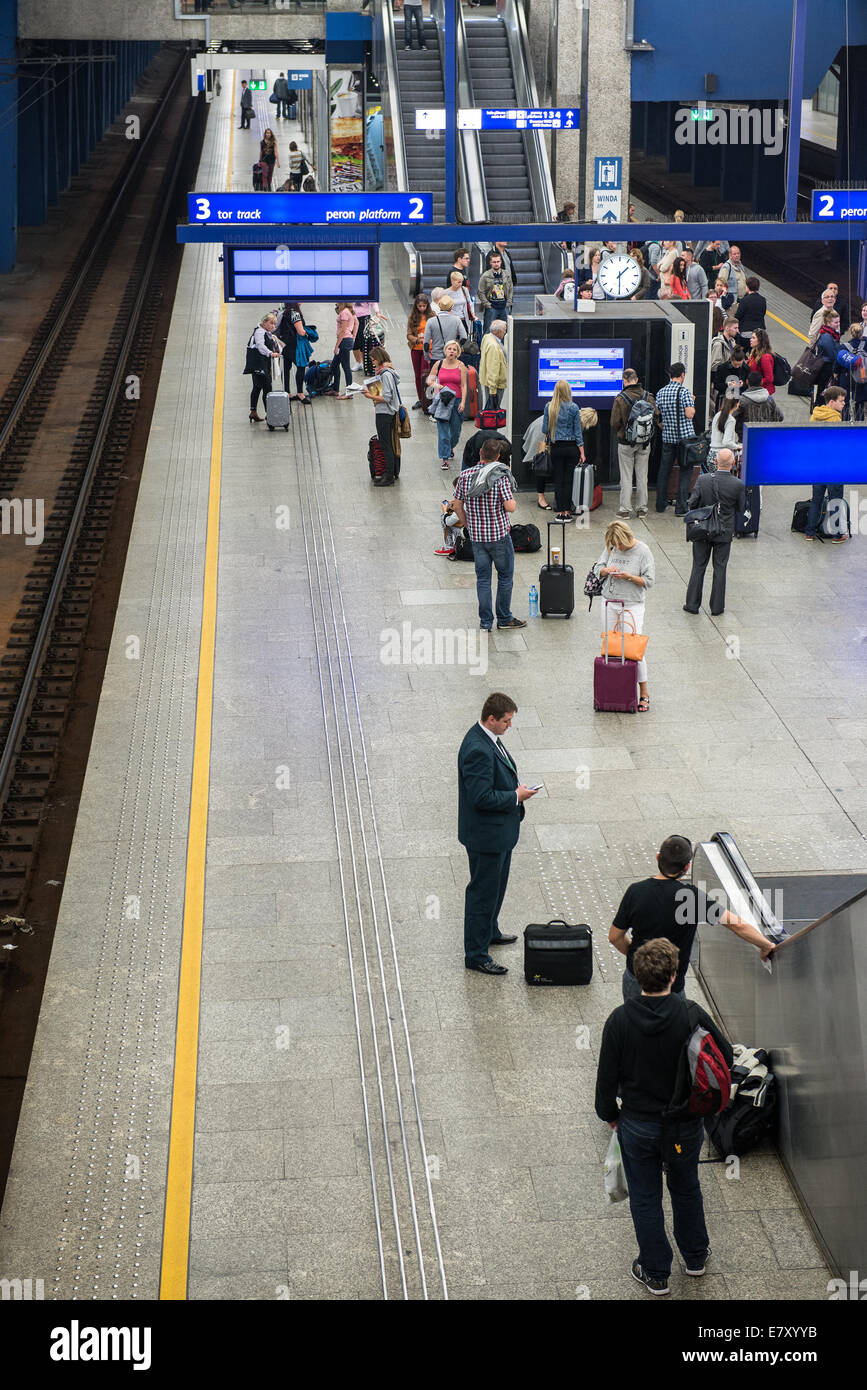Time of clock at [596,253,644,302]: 1:29
